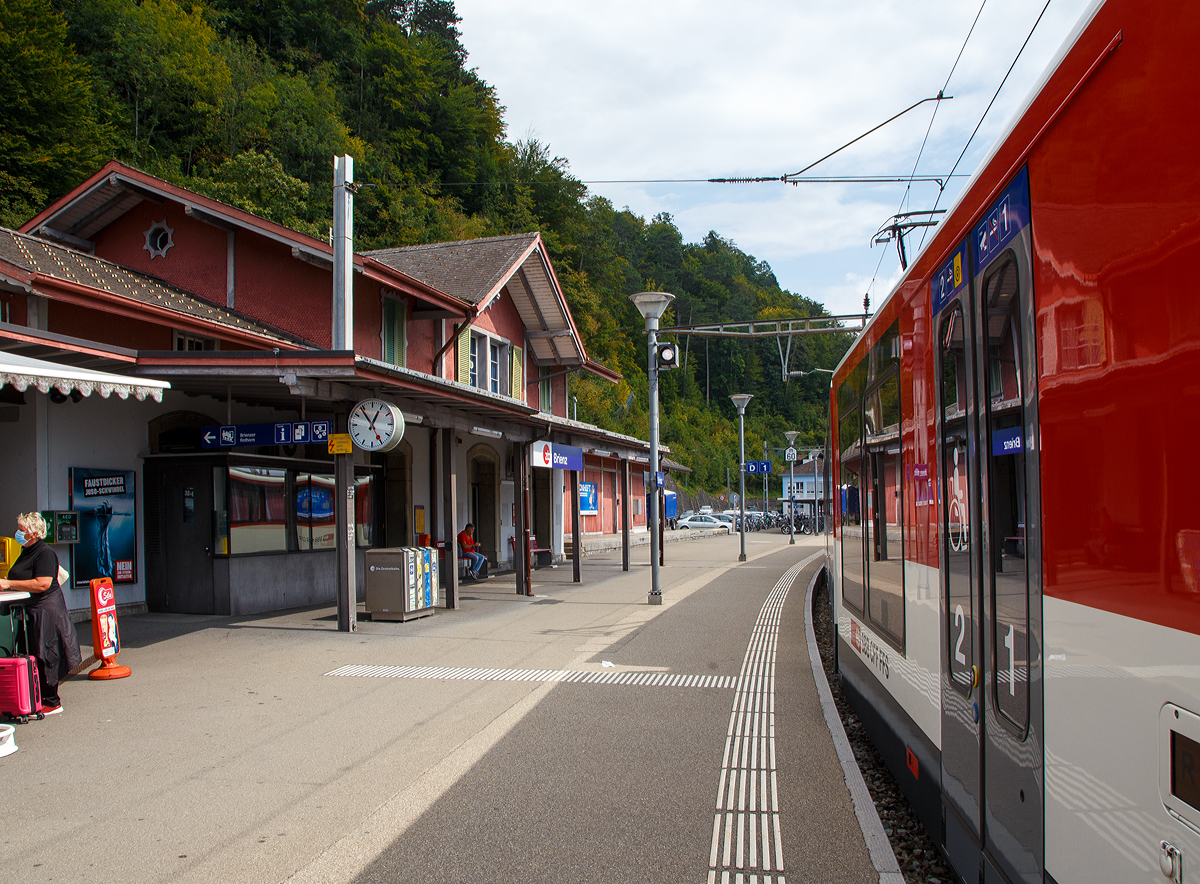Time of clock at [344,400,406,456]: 12:53
